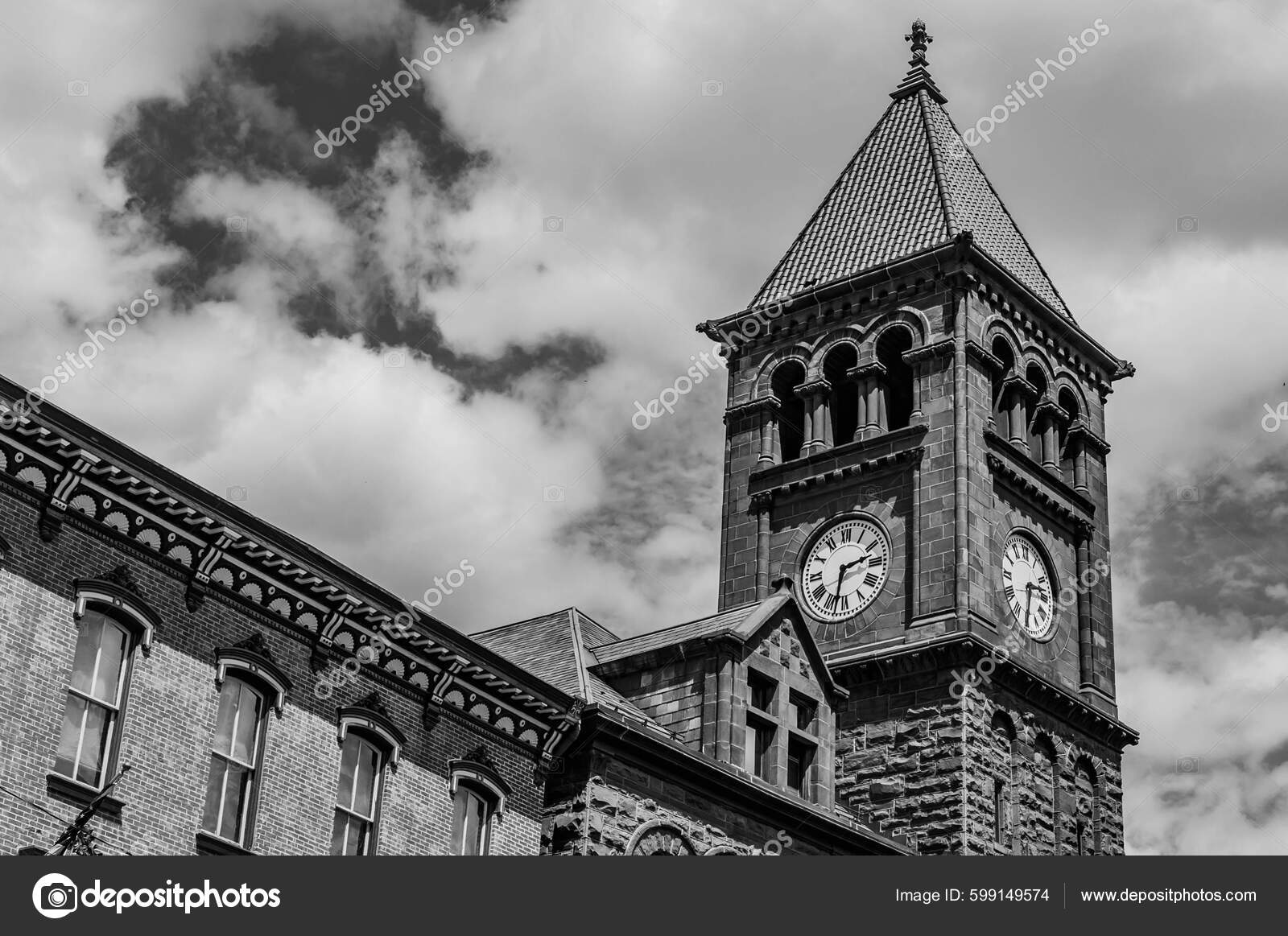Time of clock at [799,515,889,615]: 2:32
